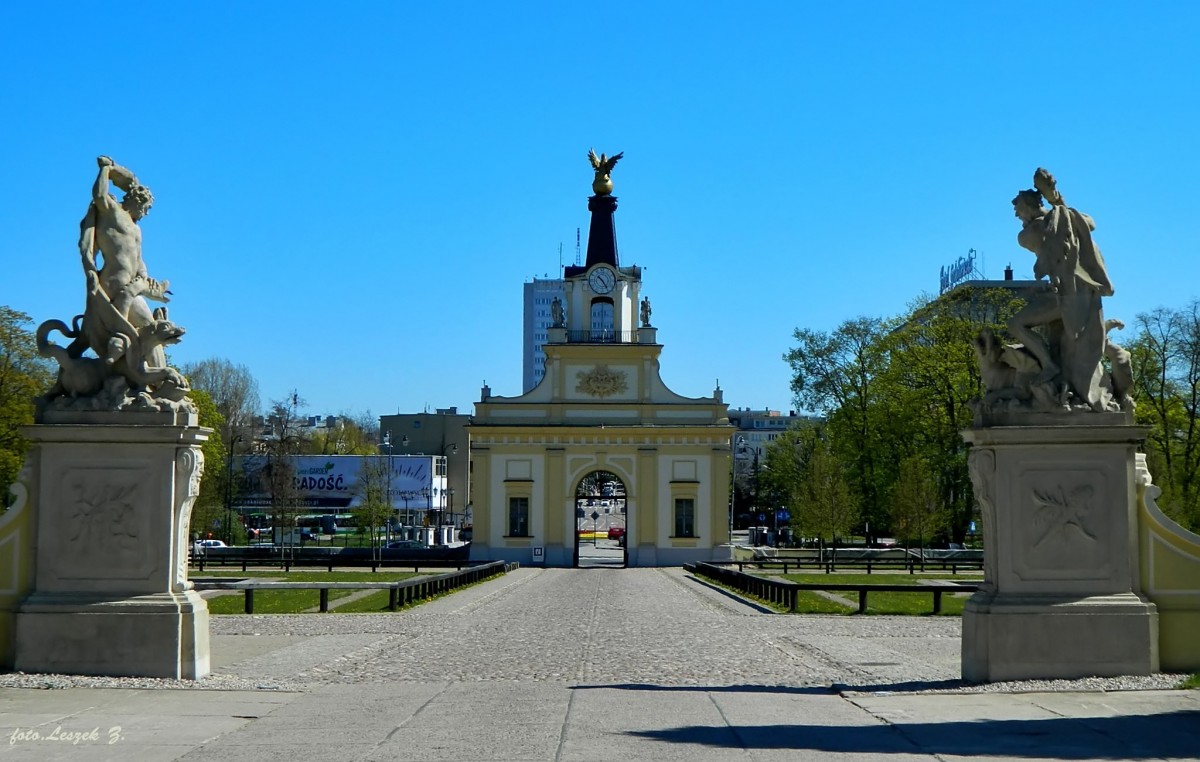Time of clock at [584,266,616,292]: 10:24
